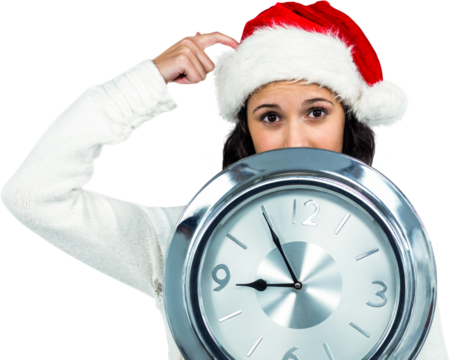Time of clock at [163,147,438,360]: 8:54
